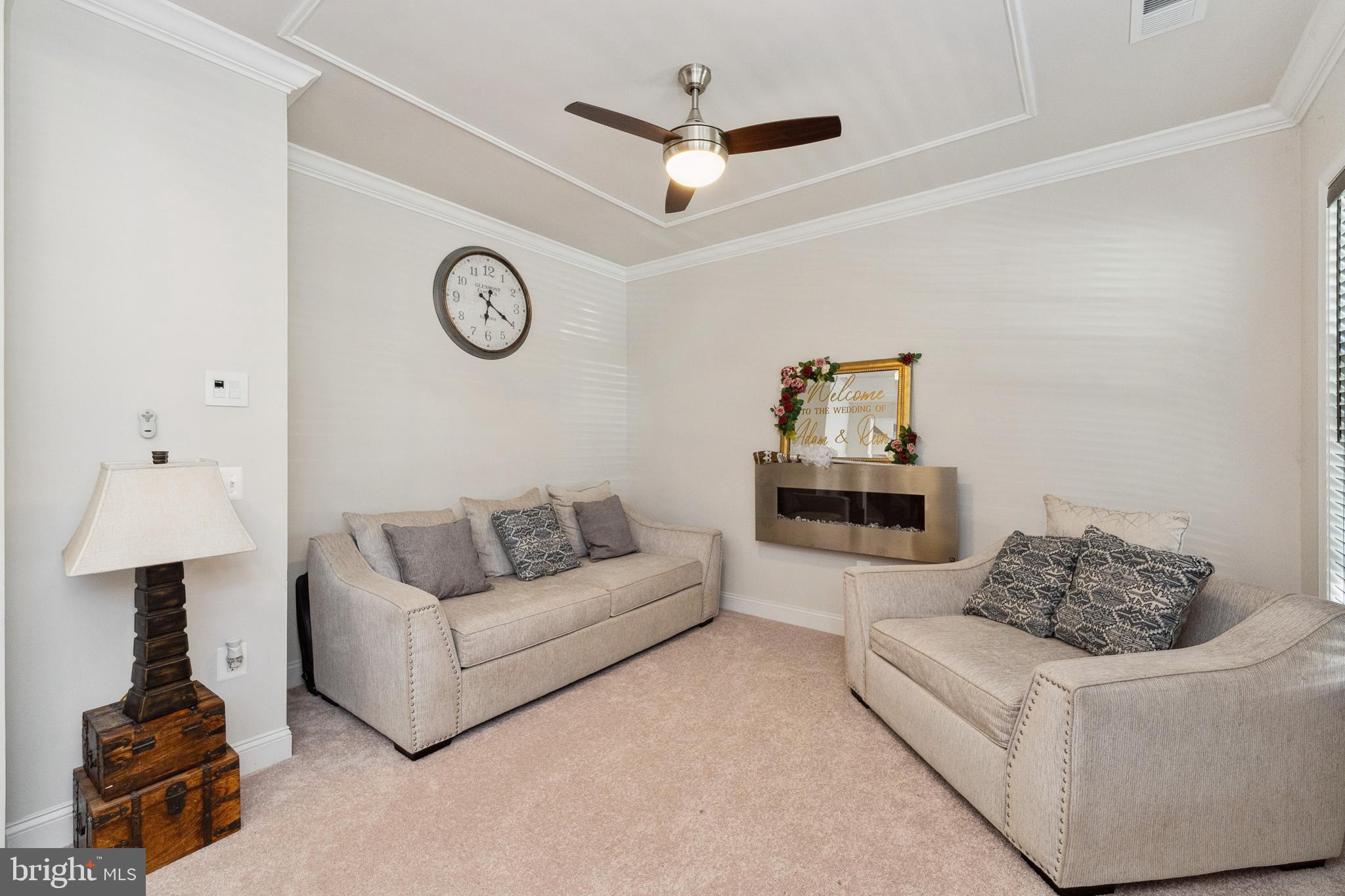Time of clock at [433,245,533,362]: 6:20
